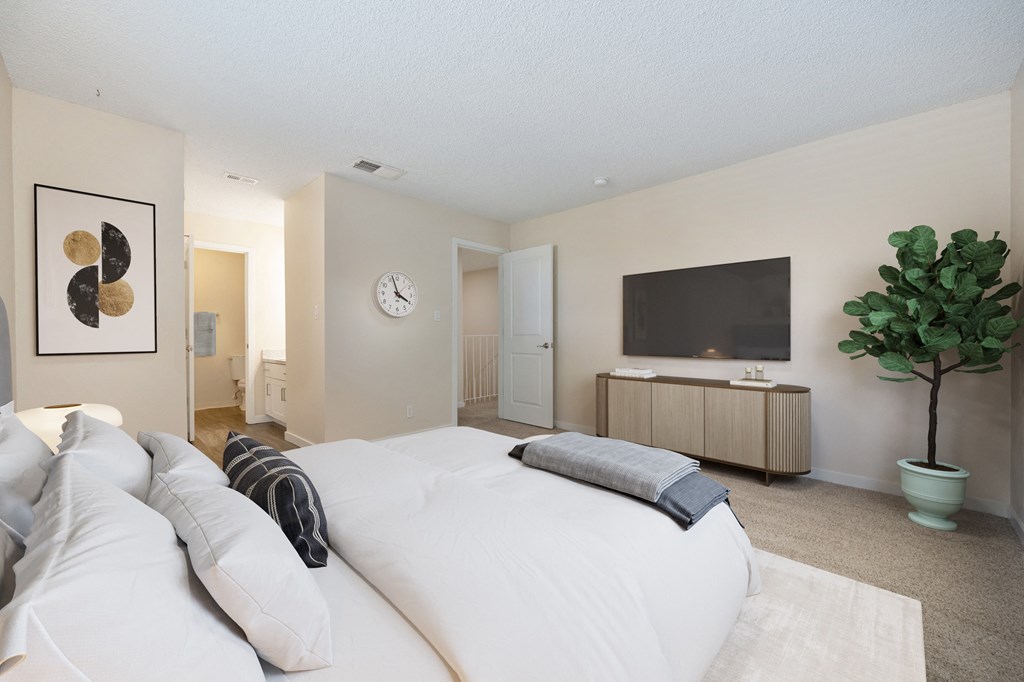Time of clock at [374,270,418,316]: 3:57
